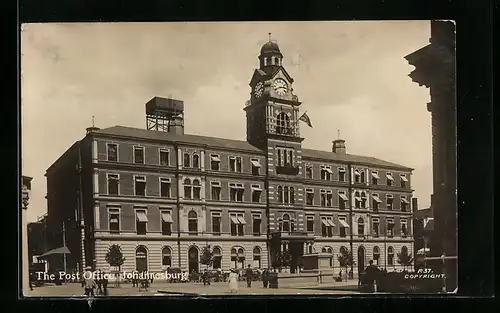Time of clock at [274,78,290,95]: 2:40
